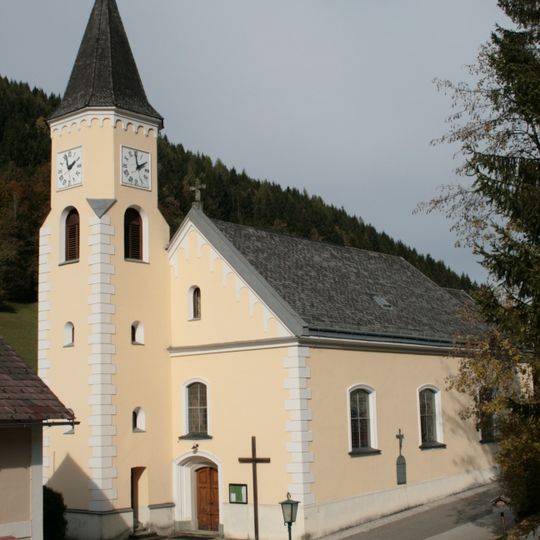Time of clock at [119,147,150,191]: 1:59
